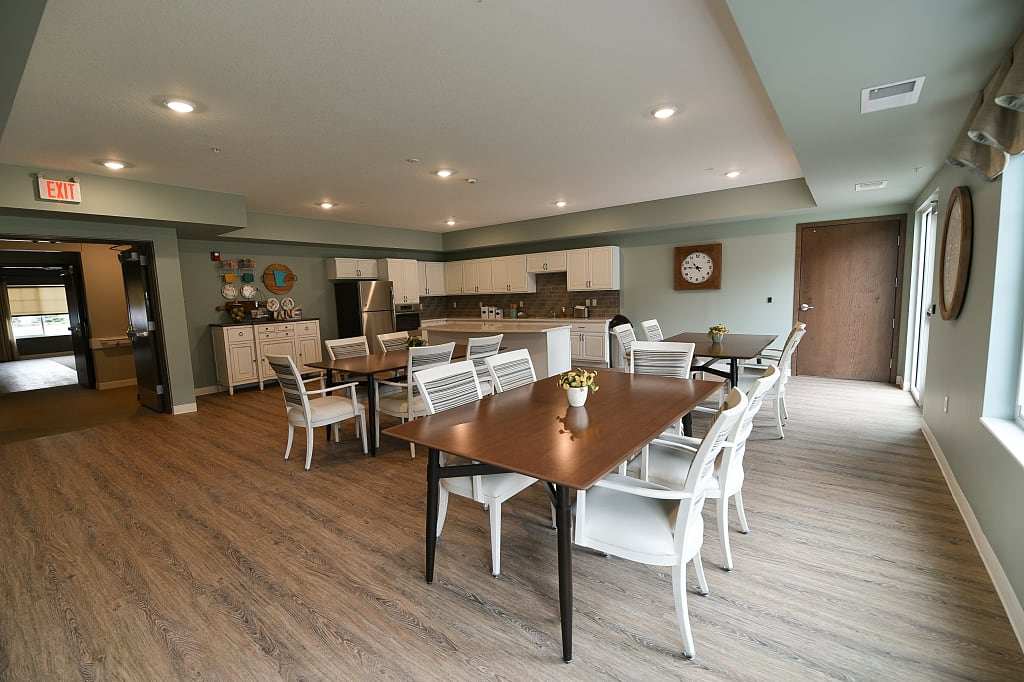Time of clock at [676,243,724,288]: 10:46
